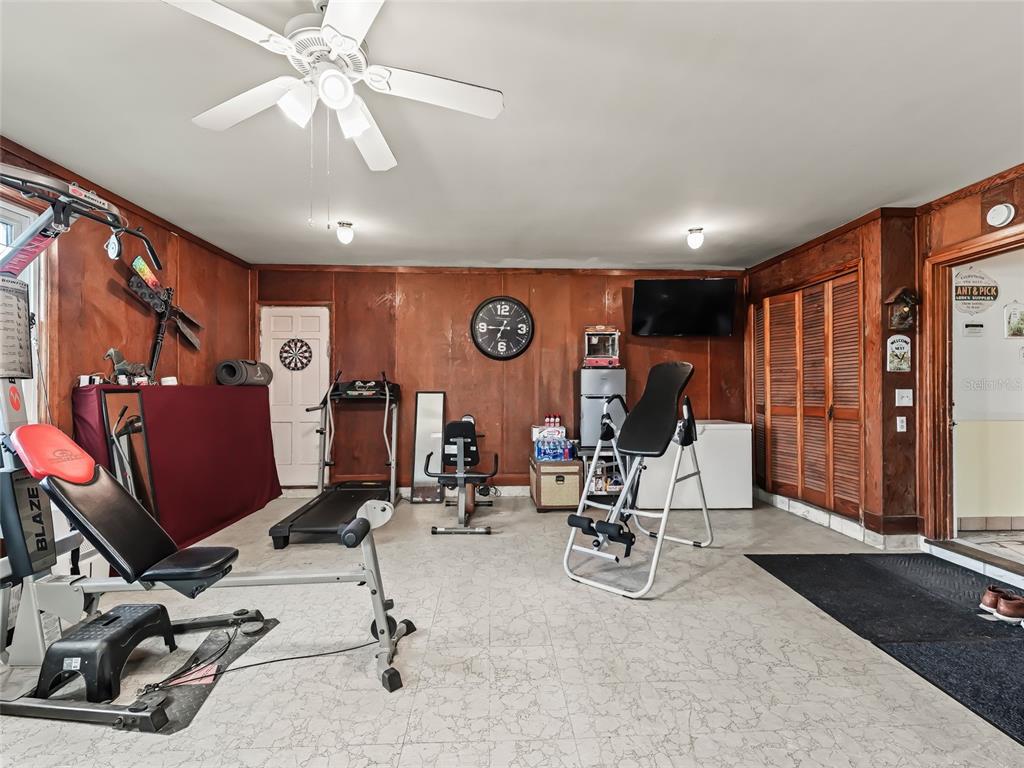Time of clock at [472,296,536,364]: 6:45
